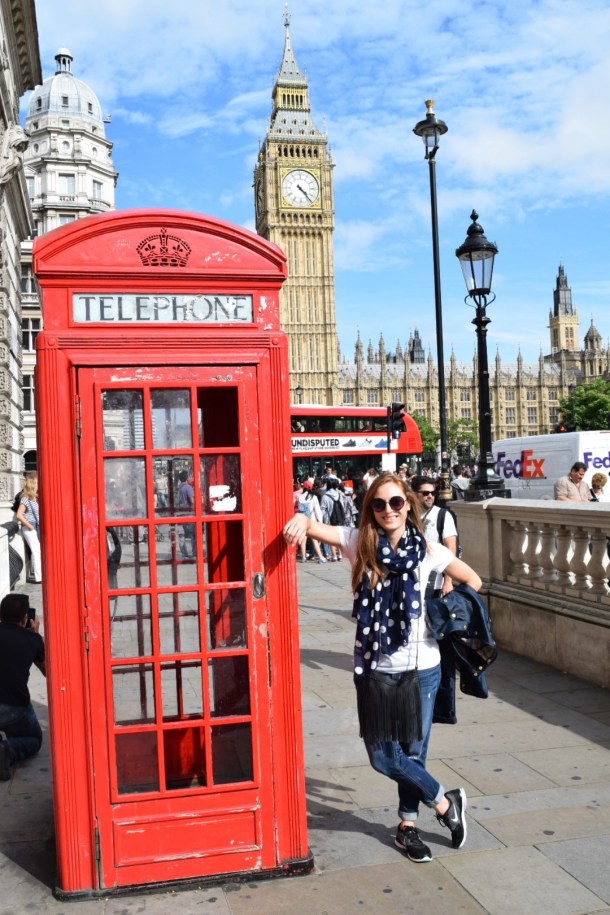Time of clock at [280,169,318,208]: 4:23
